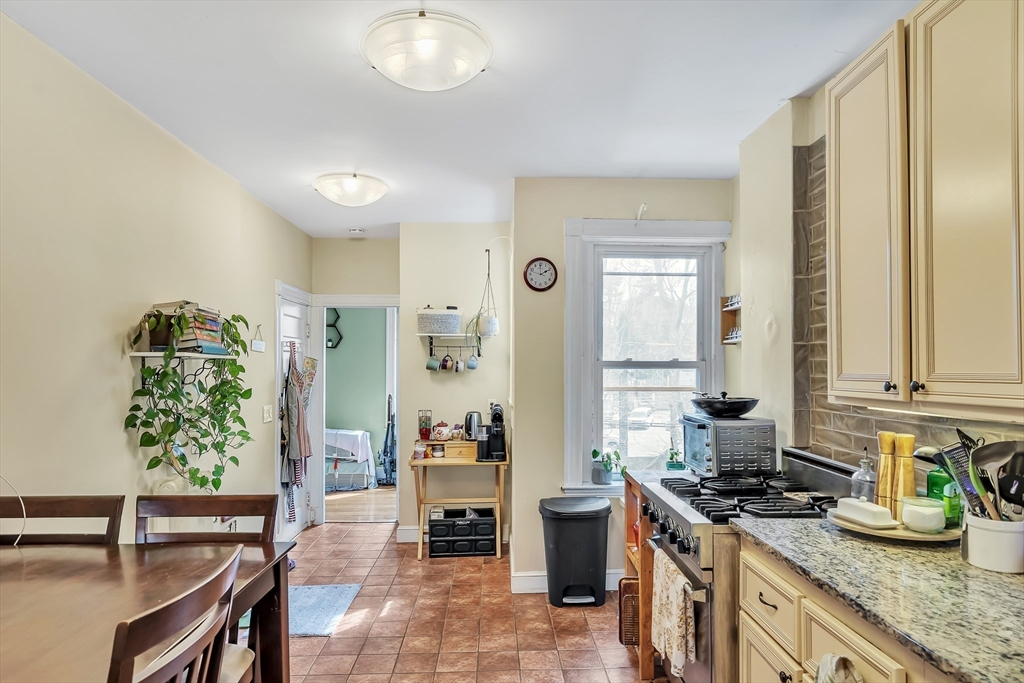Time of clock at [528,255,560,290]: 1:59
